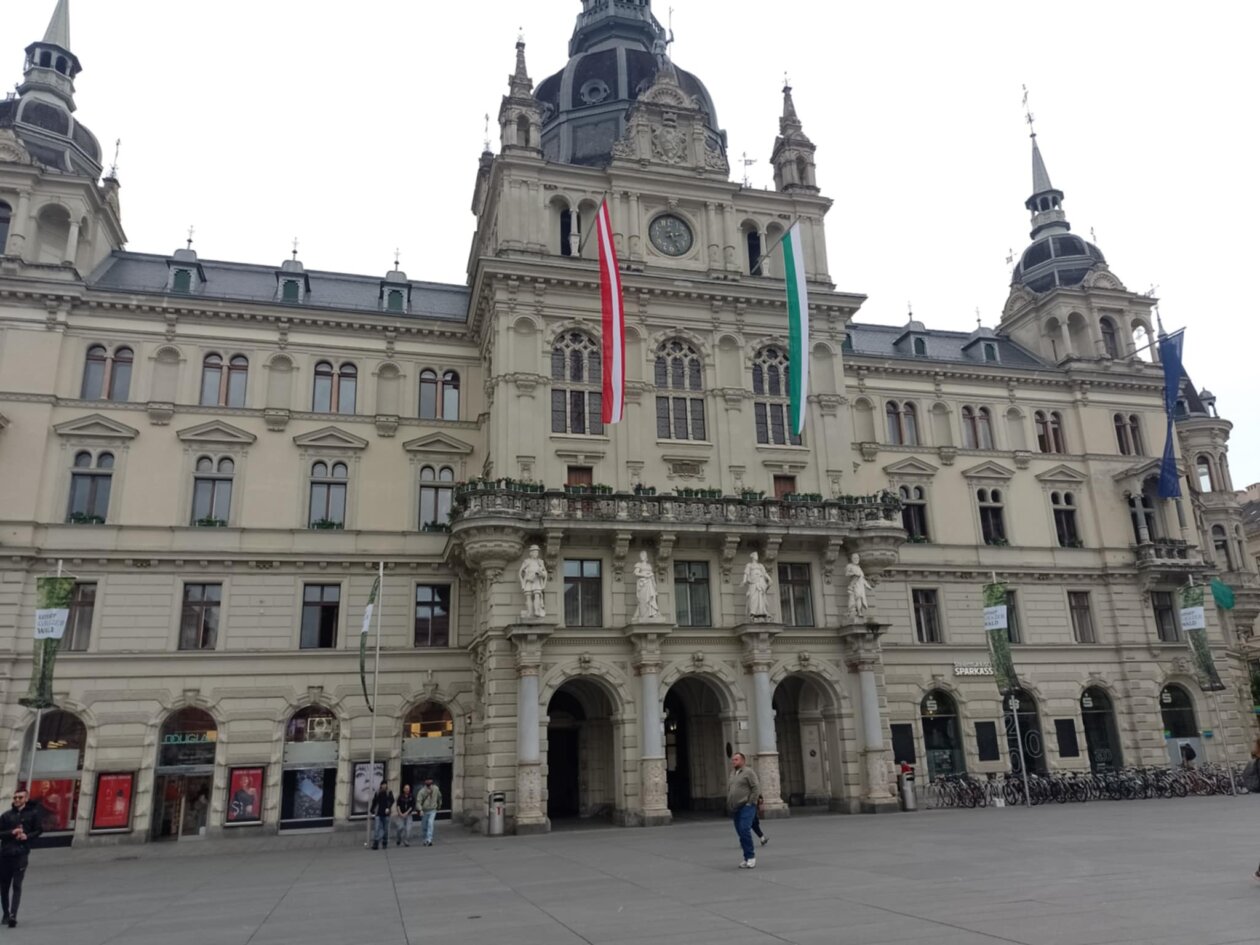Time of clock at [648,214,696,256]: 2:25
